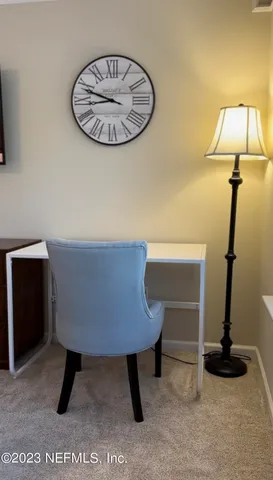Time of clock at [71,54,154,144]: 8:48
